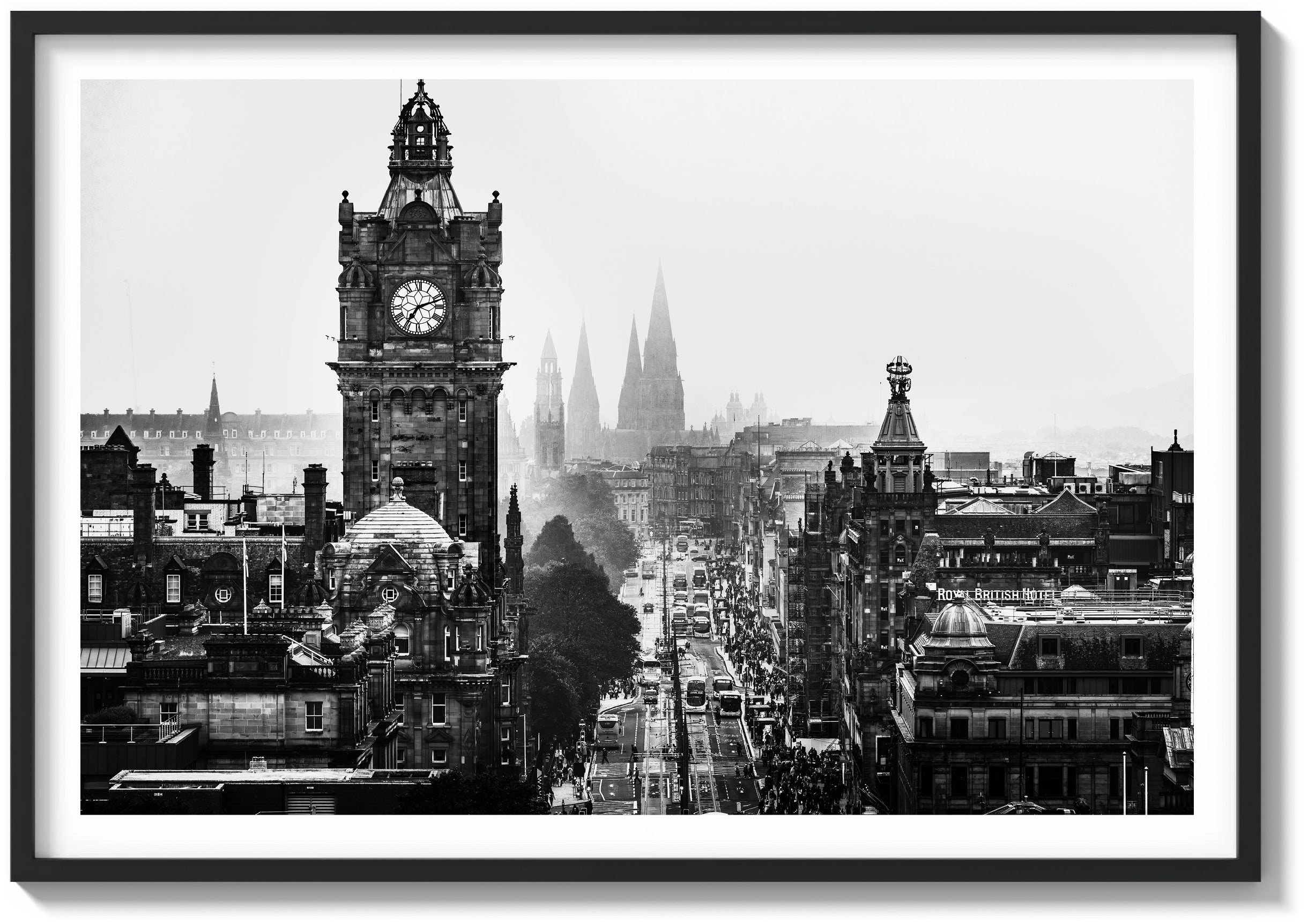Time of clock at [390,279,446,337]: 7:11
